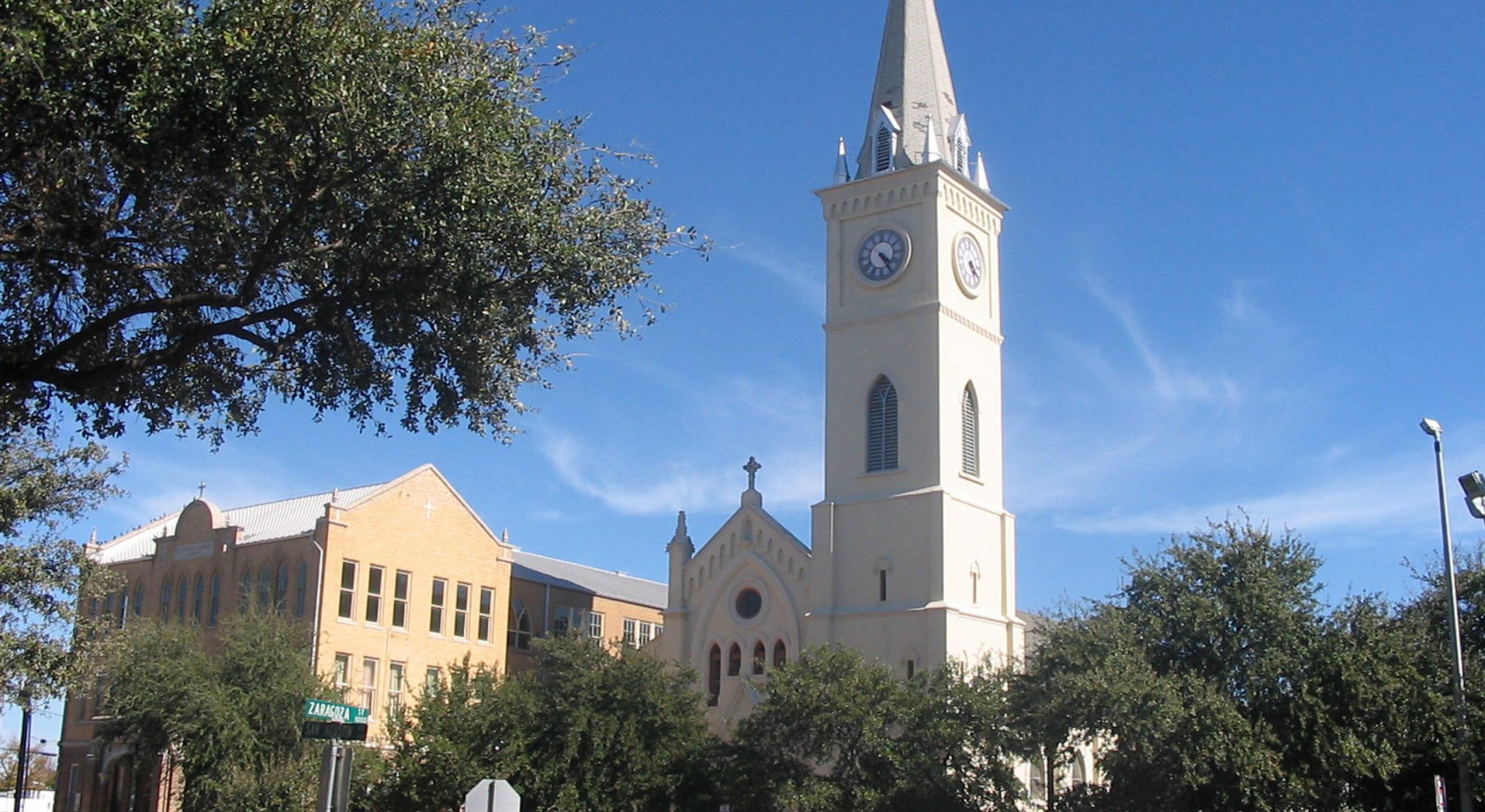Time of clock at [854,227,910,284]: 4:24
